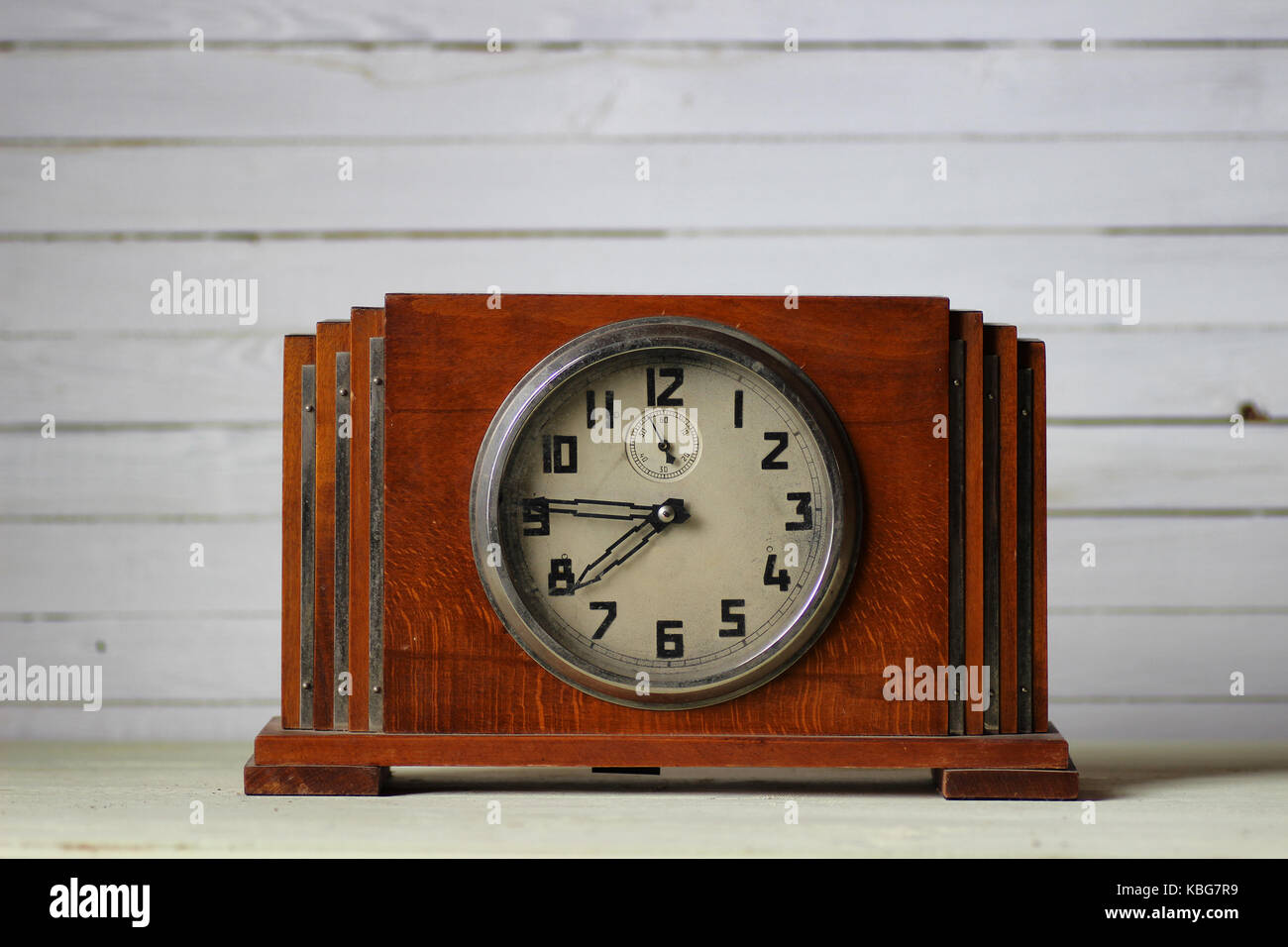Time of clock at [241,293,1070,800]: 7:45
